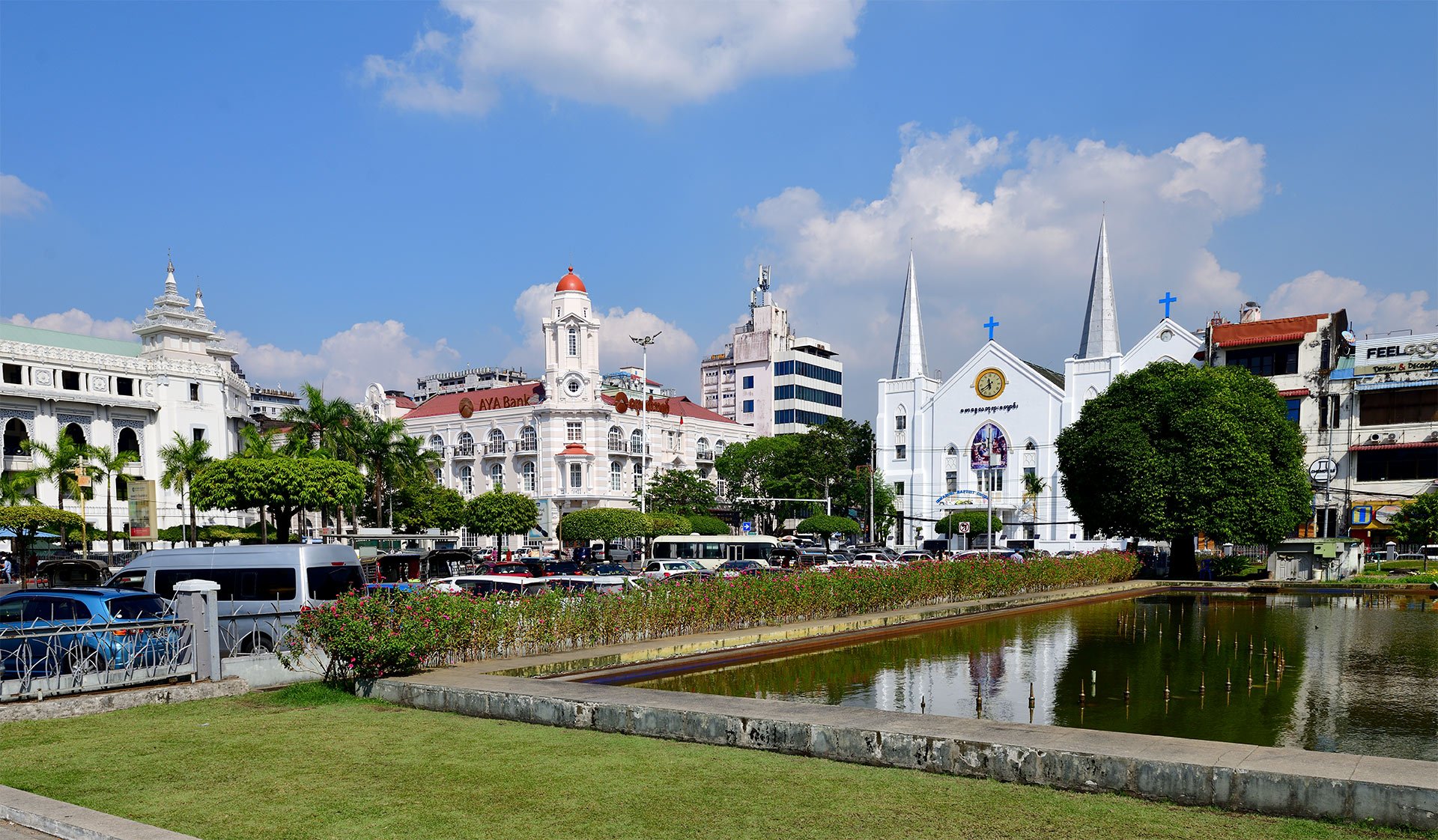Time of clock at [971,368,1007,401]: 11:40
